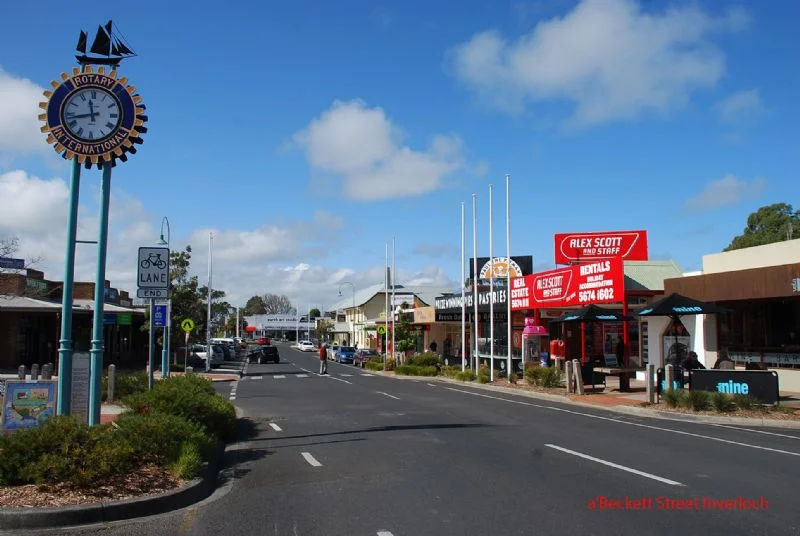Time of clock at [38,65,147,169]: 11:43
